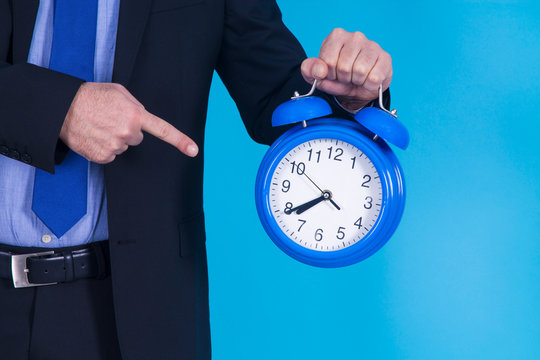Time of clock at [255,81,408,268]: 7:39
